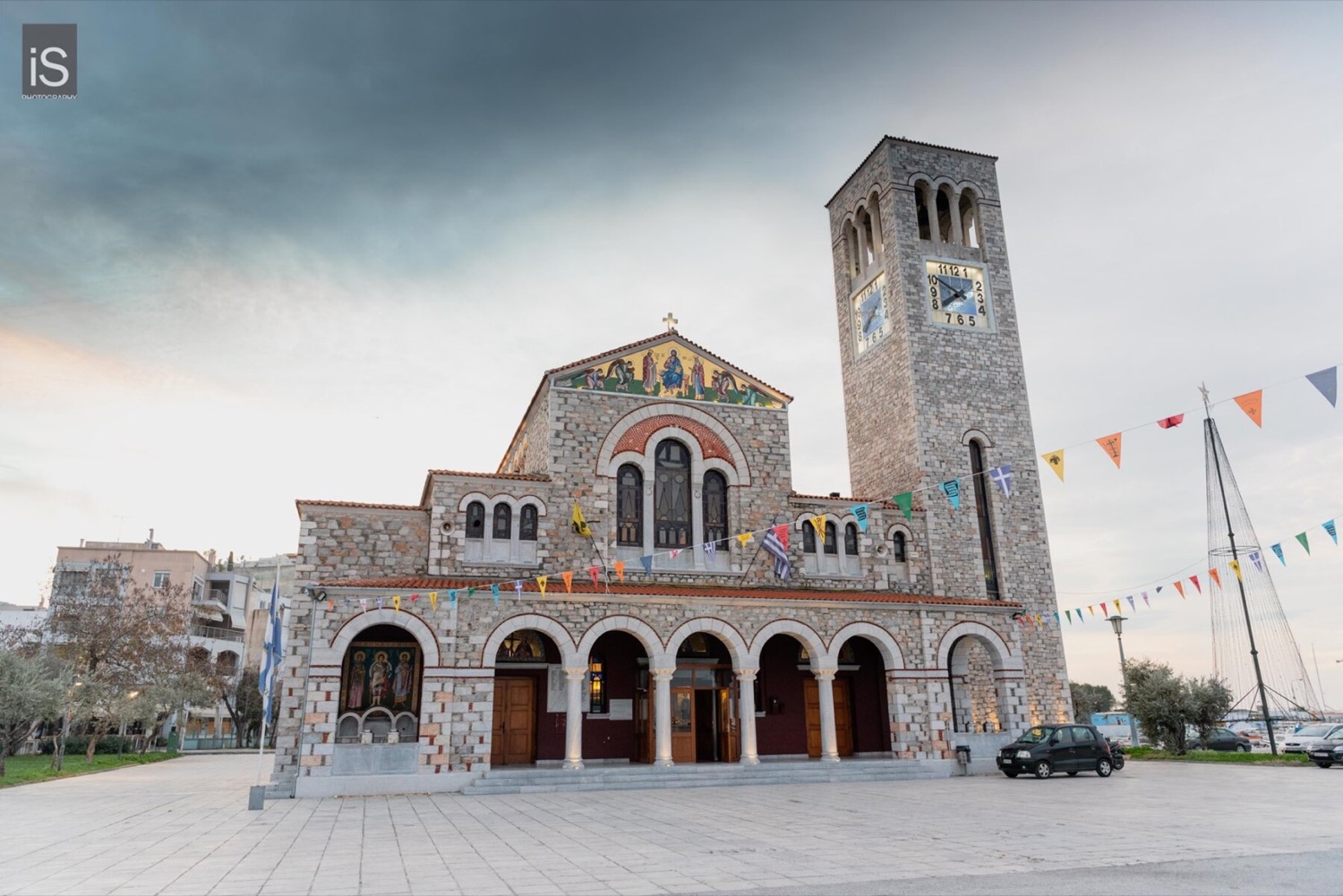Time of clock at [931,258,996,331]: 7:50
